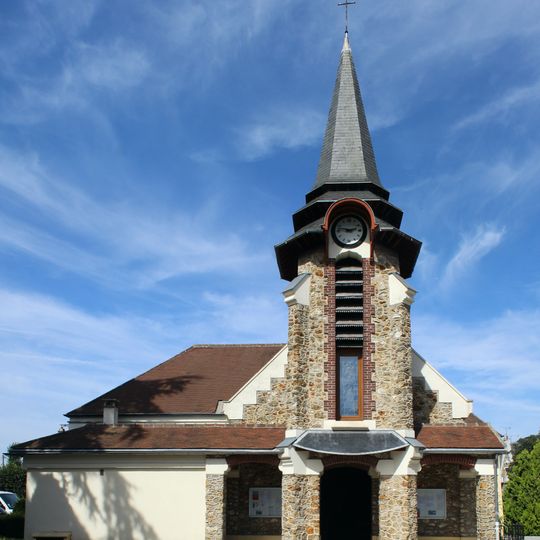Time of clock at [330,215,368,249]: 9:12
